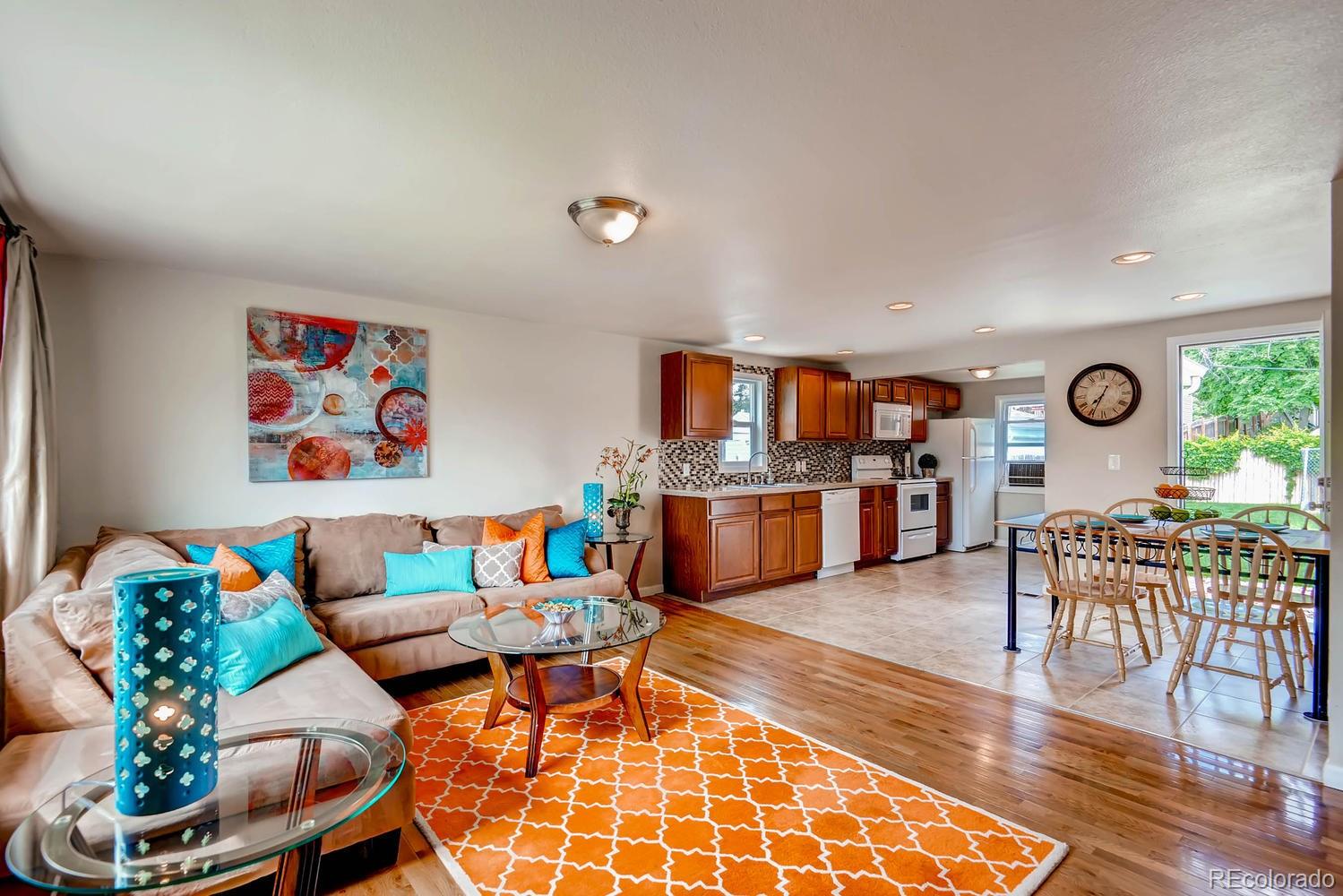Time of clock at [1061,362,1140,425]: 7:34
